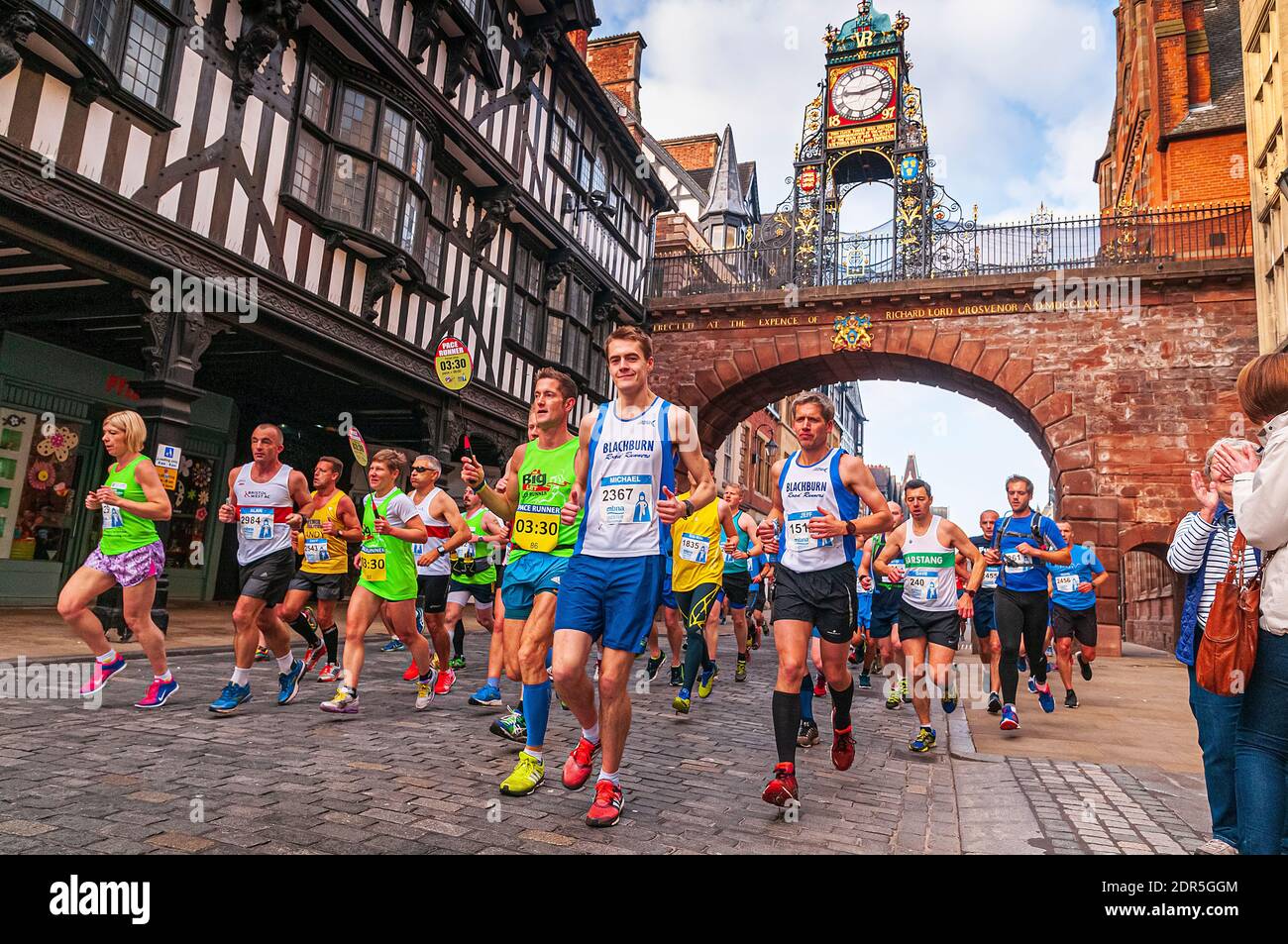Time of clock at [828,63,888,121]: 9:12
